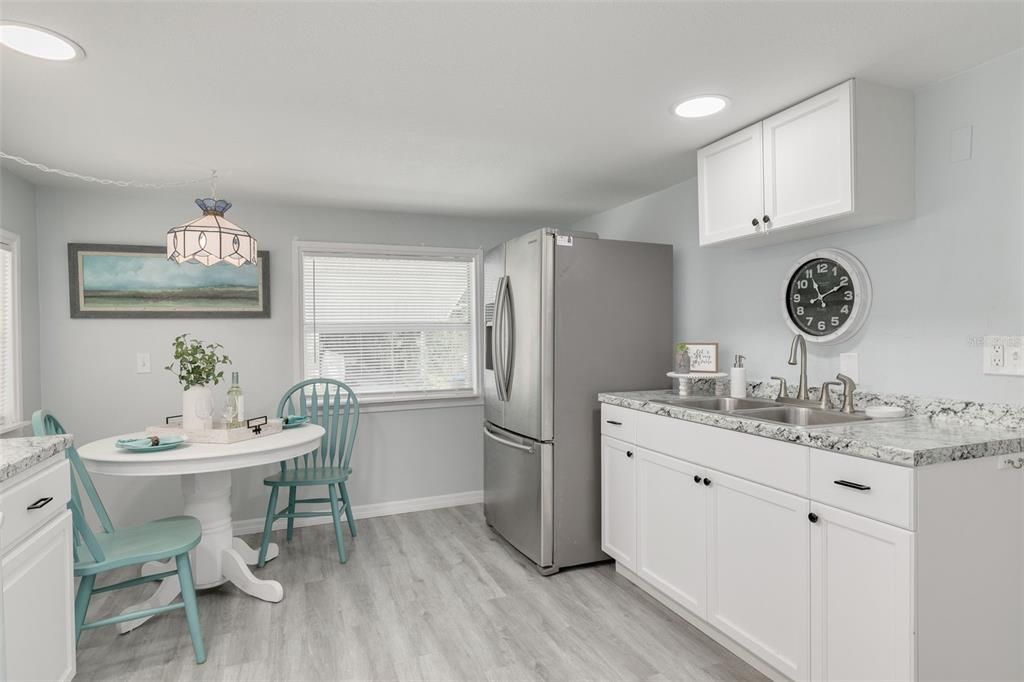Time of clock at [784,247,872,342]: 11:11
